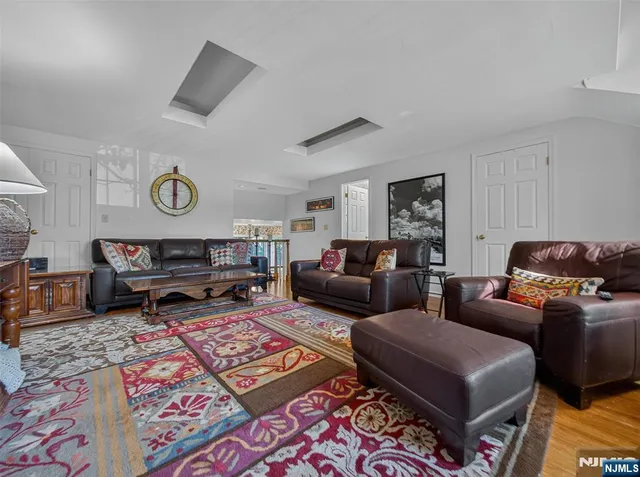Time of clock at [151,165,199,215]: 6:00
